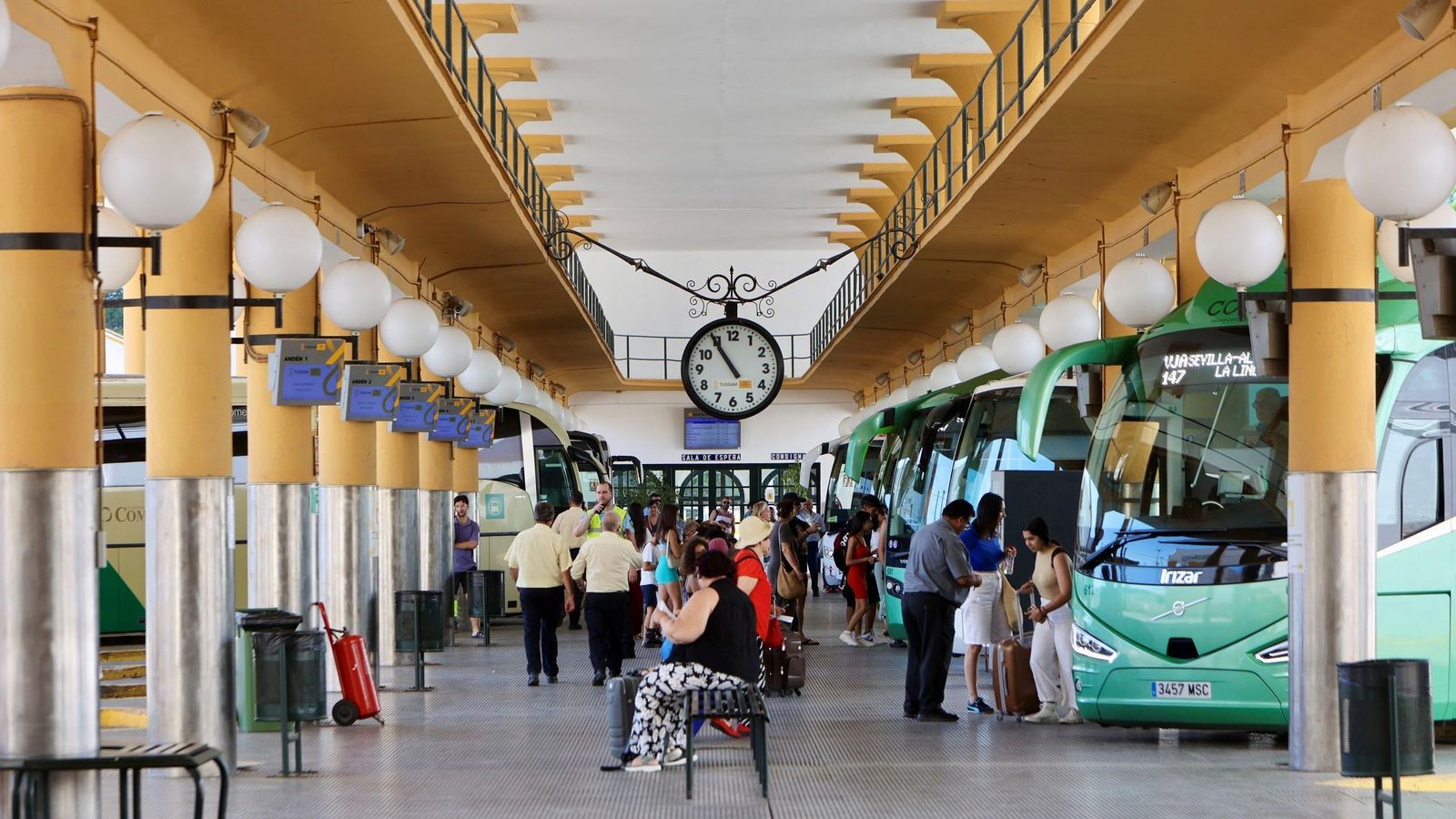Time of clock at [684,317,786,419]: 10:54
